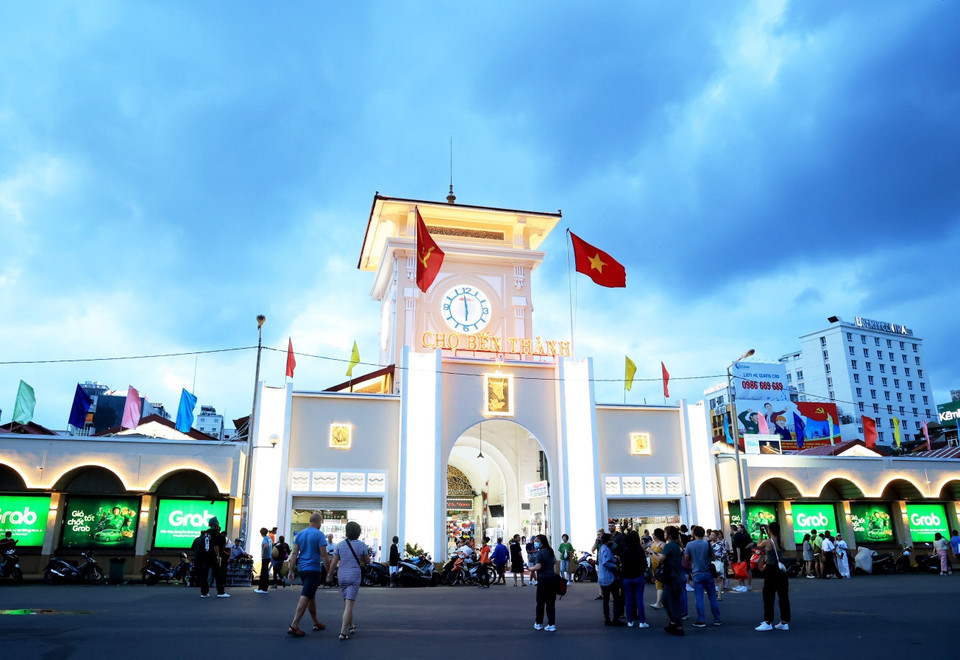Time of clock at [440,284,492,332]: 5:58
